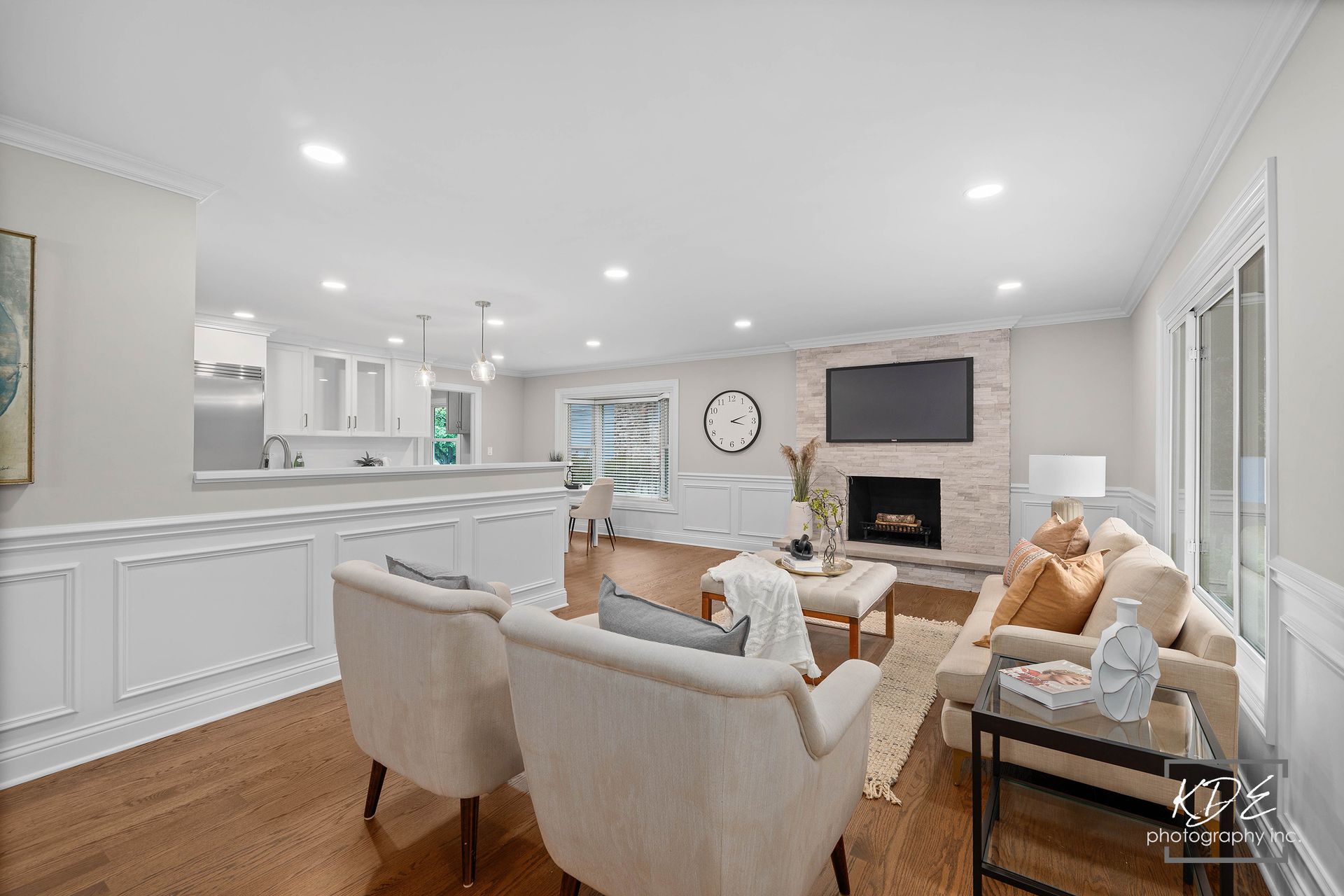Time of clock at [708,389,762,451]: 3:11
